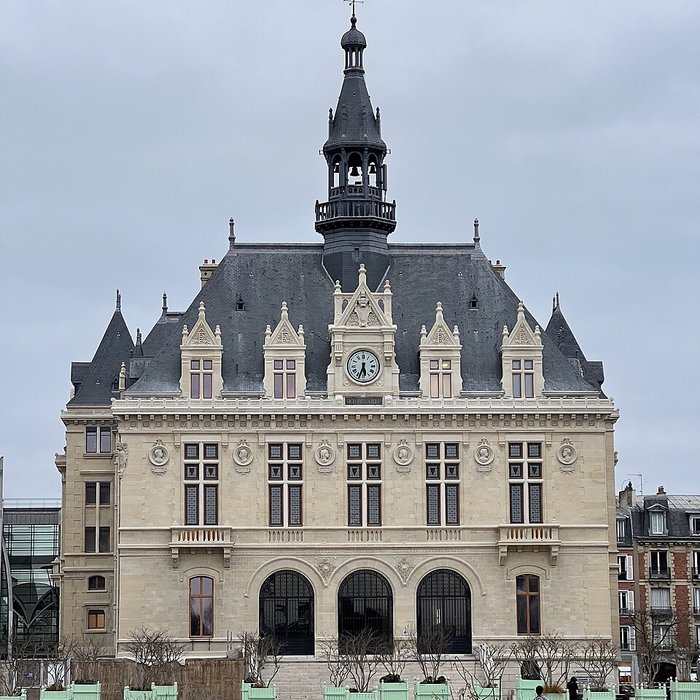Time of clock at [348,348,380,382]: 5:33
